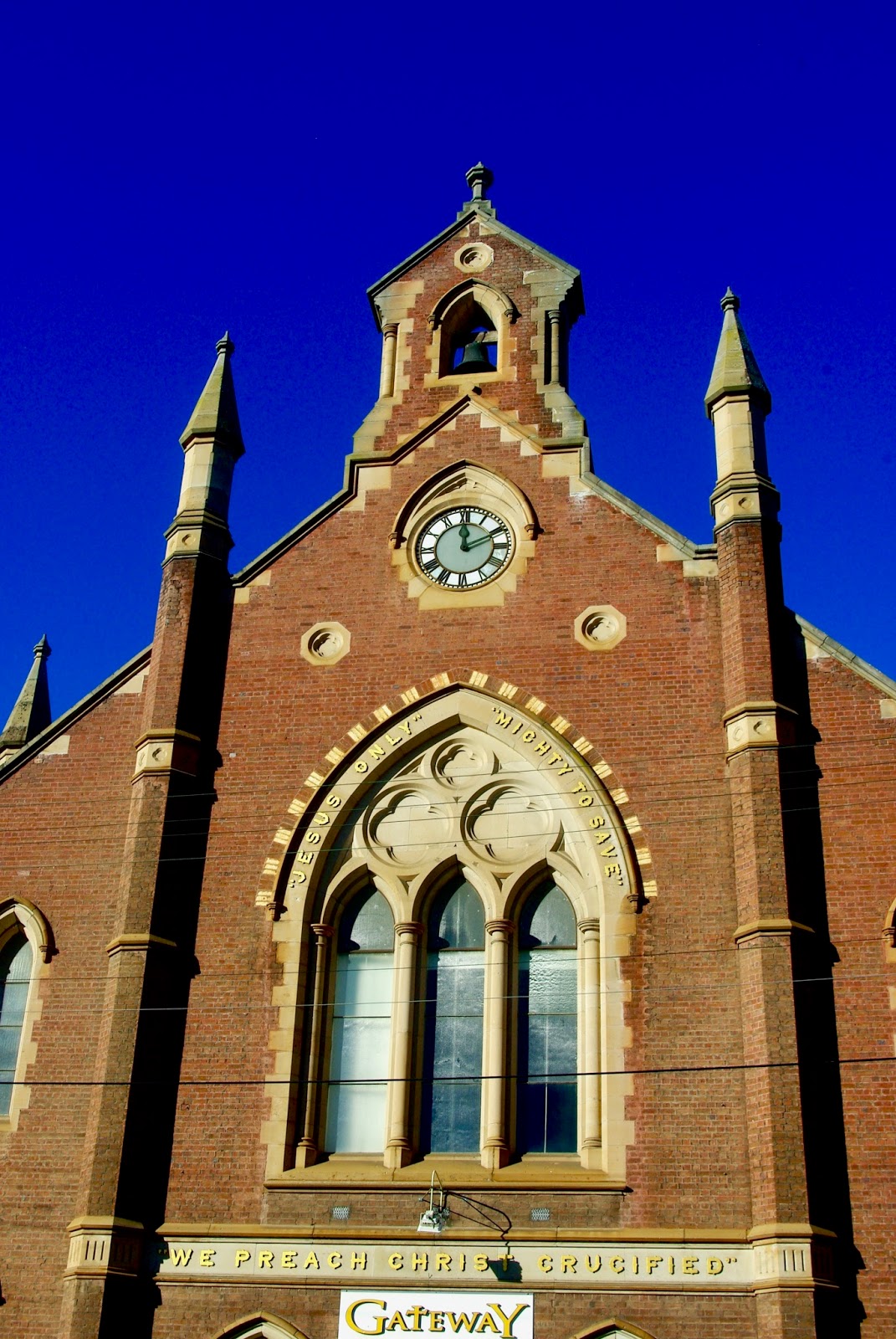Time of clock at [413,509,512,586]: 12:10
